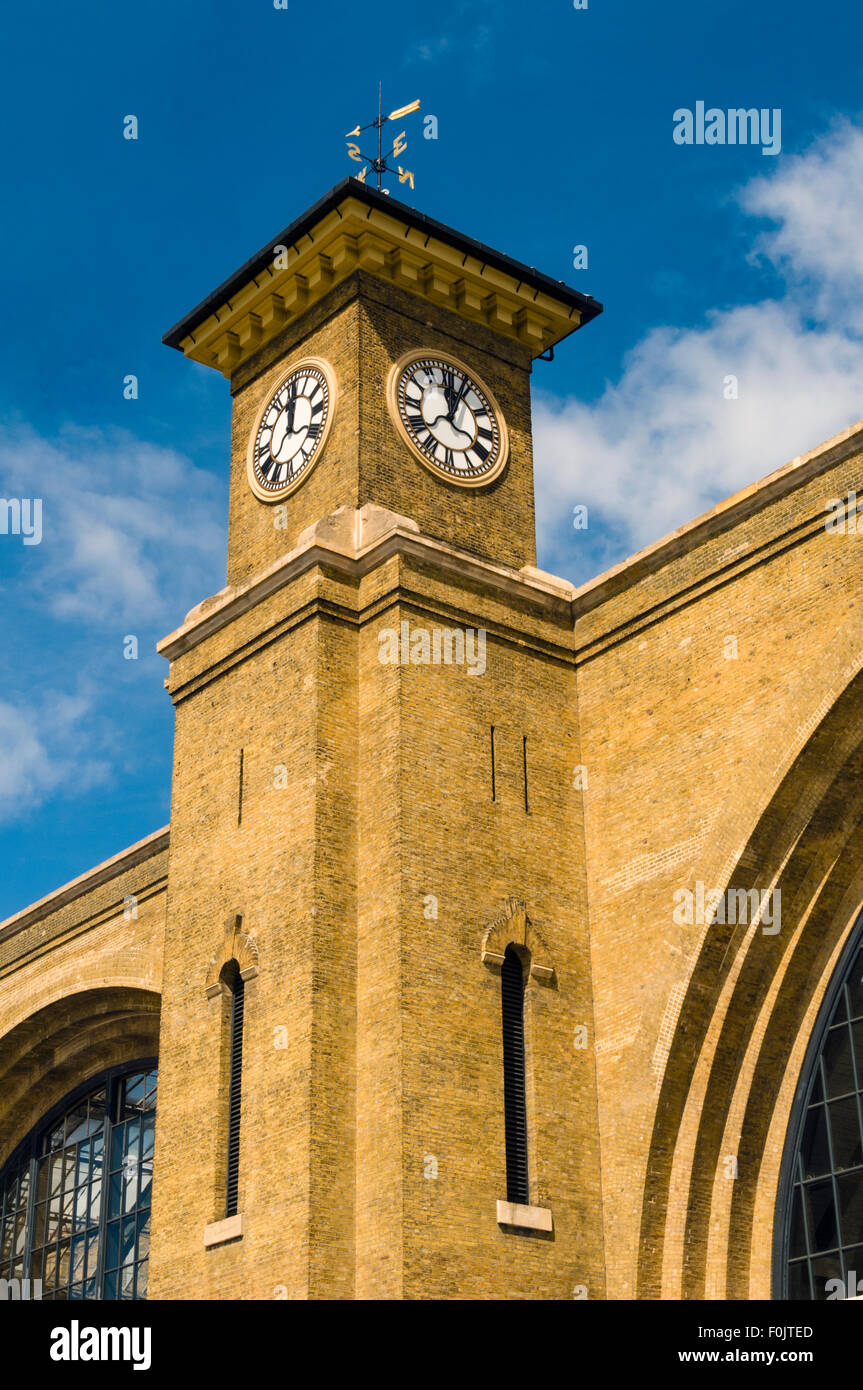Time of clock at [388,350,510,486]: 12:03
